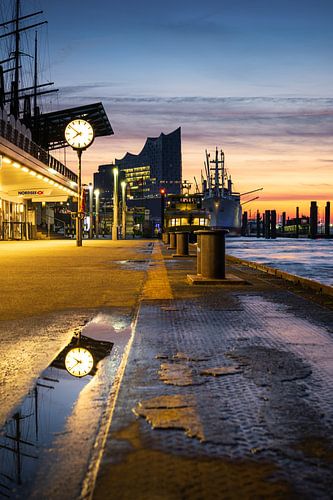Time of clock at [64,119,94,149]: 7:51
